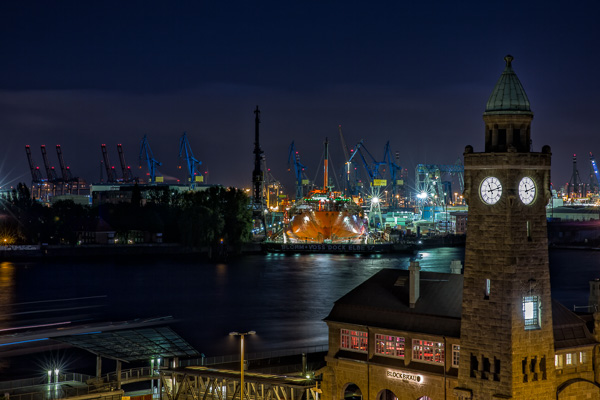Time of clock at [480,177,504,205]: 11:12
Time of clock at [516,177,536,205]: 11:12
